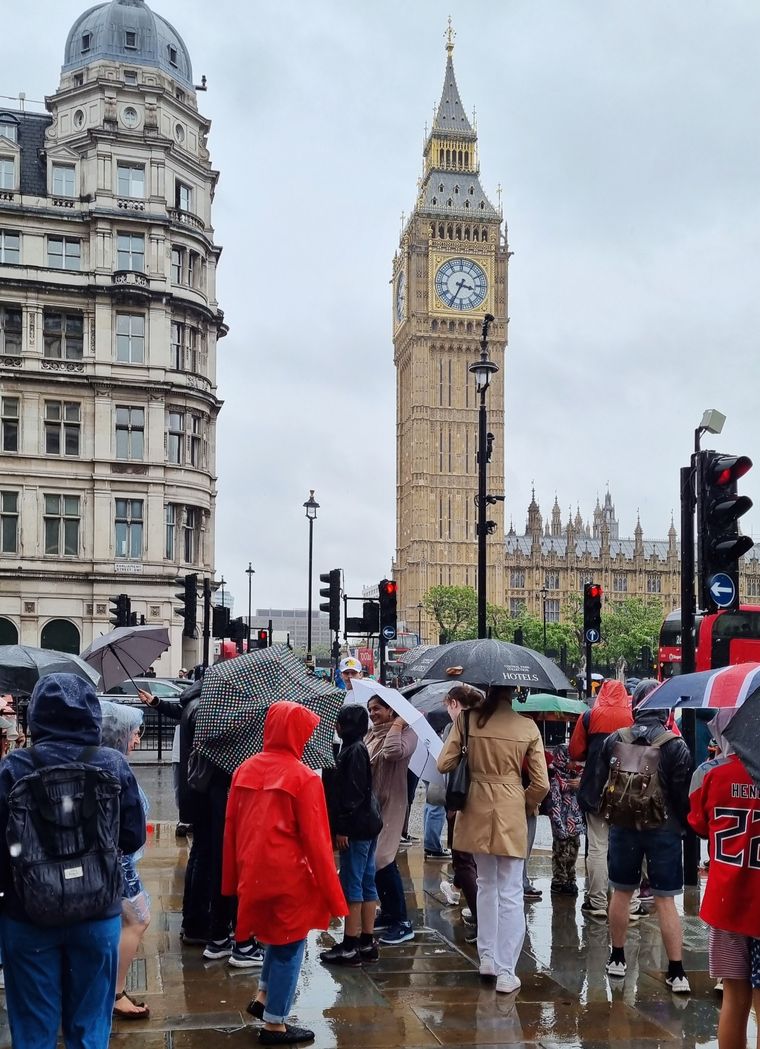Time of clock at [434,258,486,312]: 3:34
